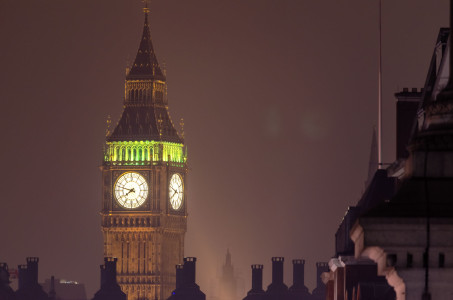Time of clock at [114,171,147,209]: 7:47
